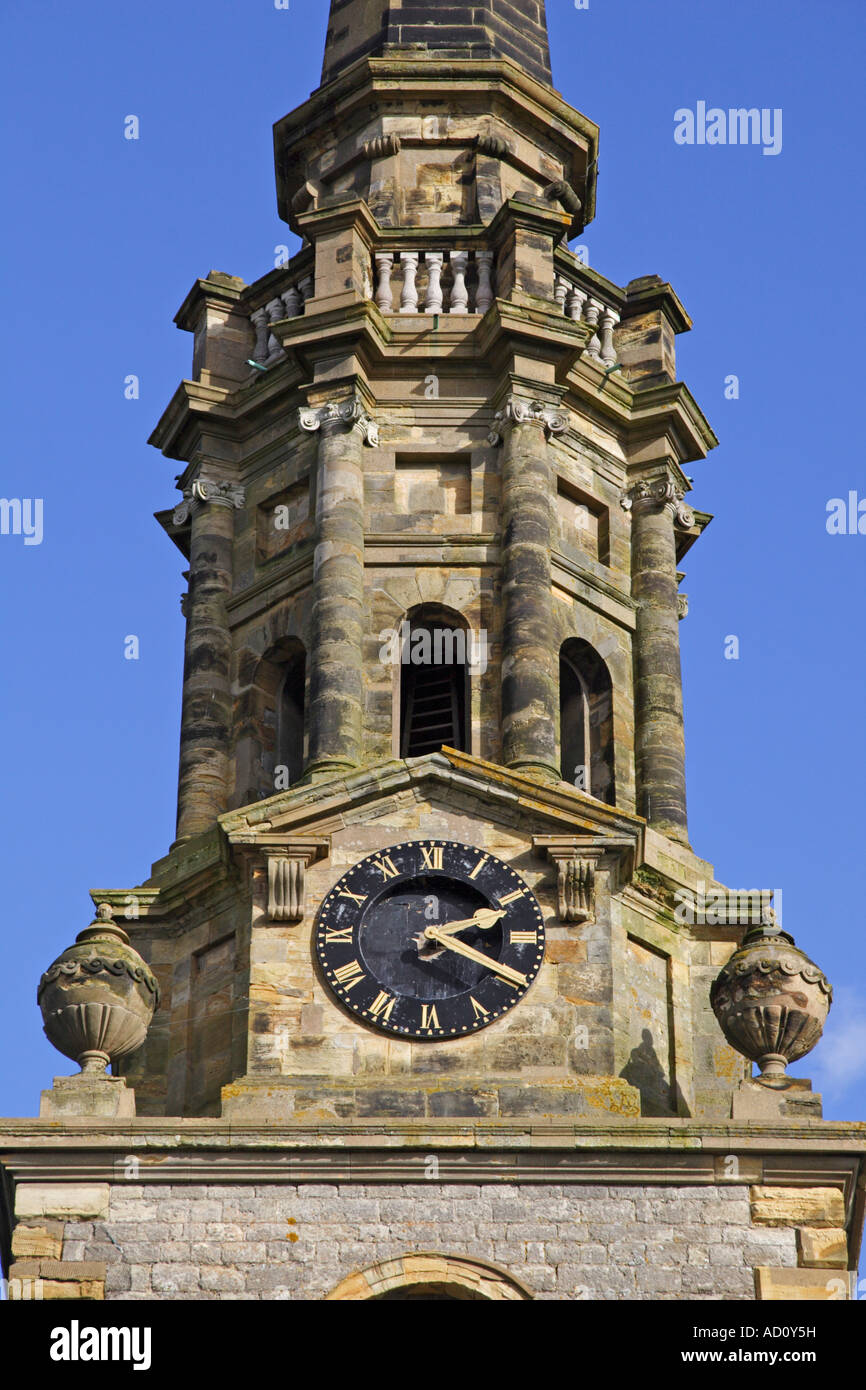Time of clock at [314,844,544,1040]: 2:19
